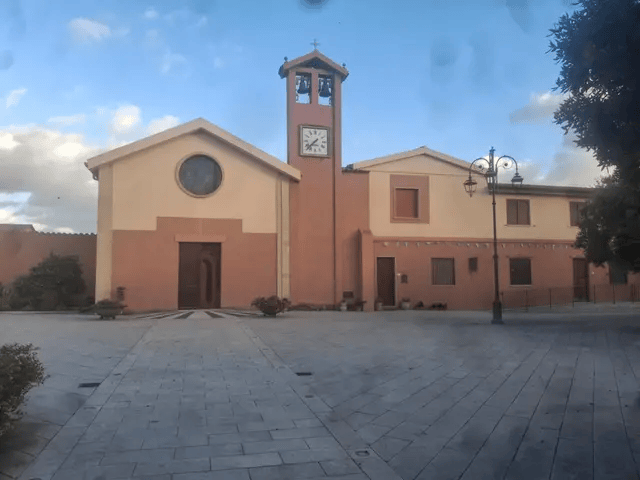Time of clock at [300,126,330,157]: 7:37
